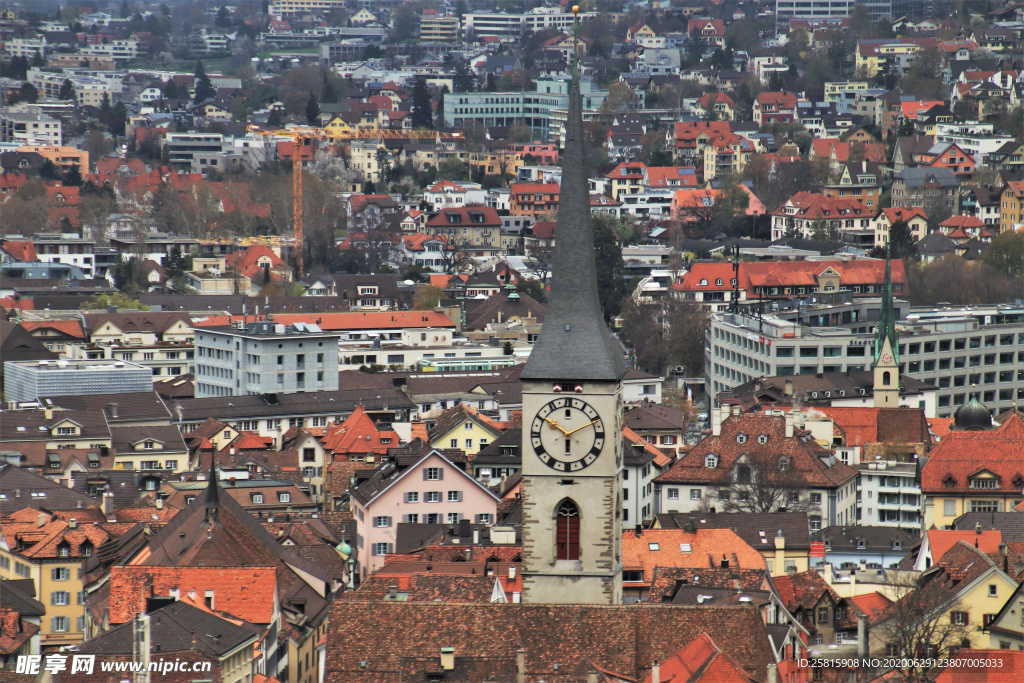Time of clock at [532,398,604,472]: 5:50
